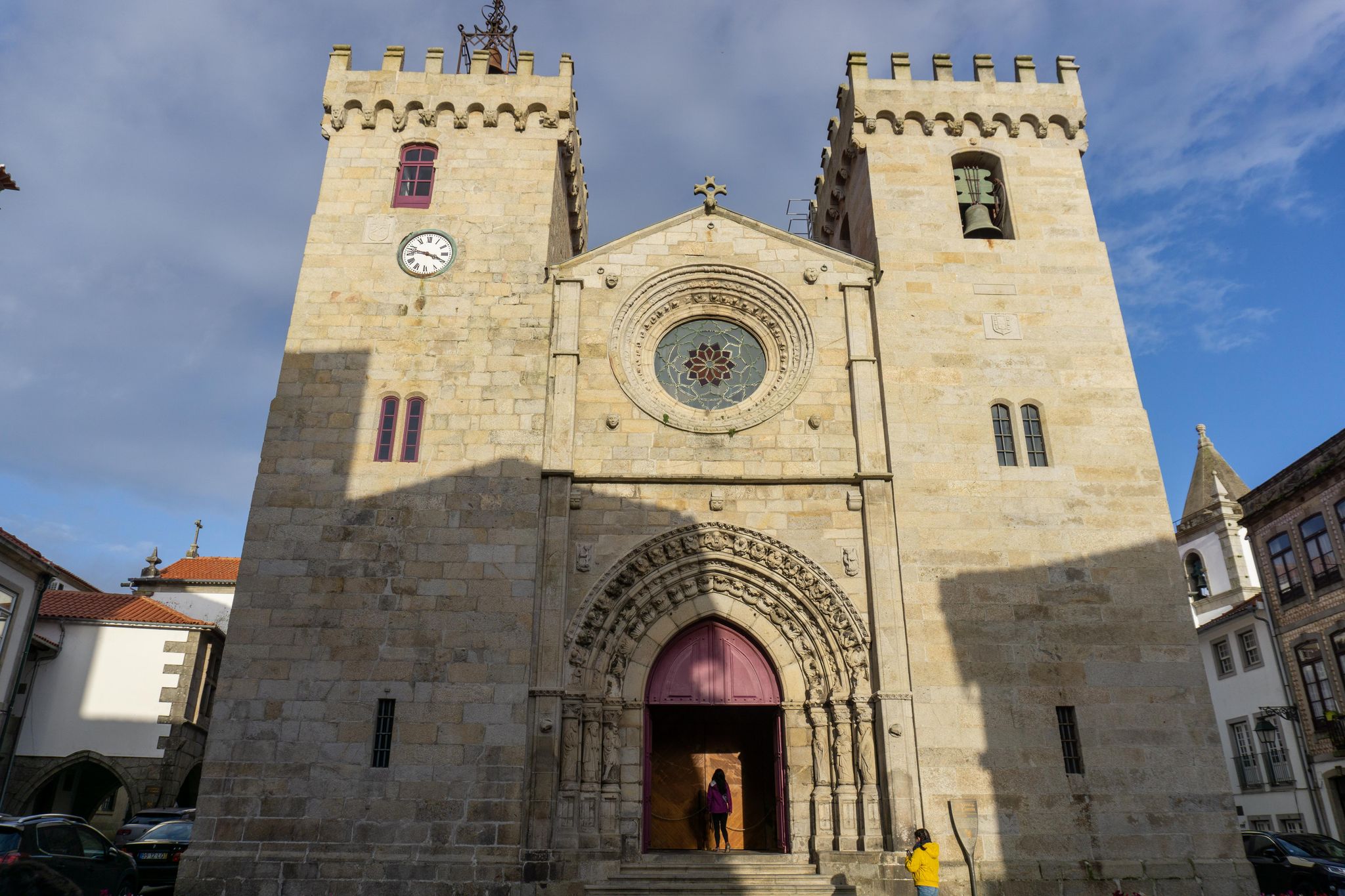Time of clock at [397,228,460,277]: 3:47
